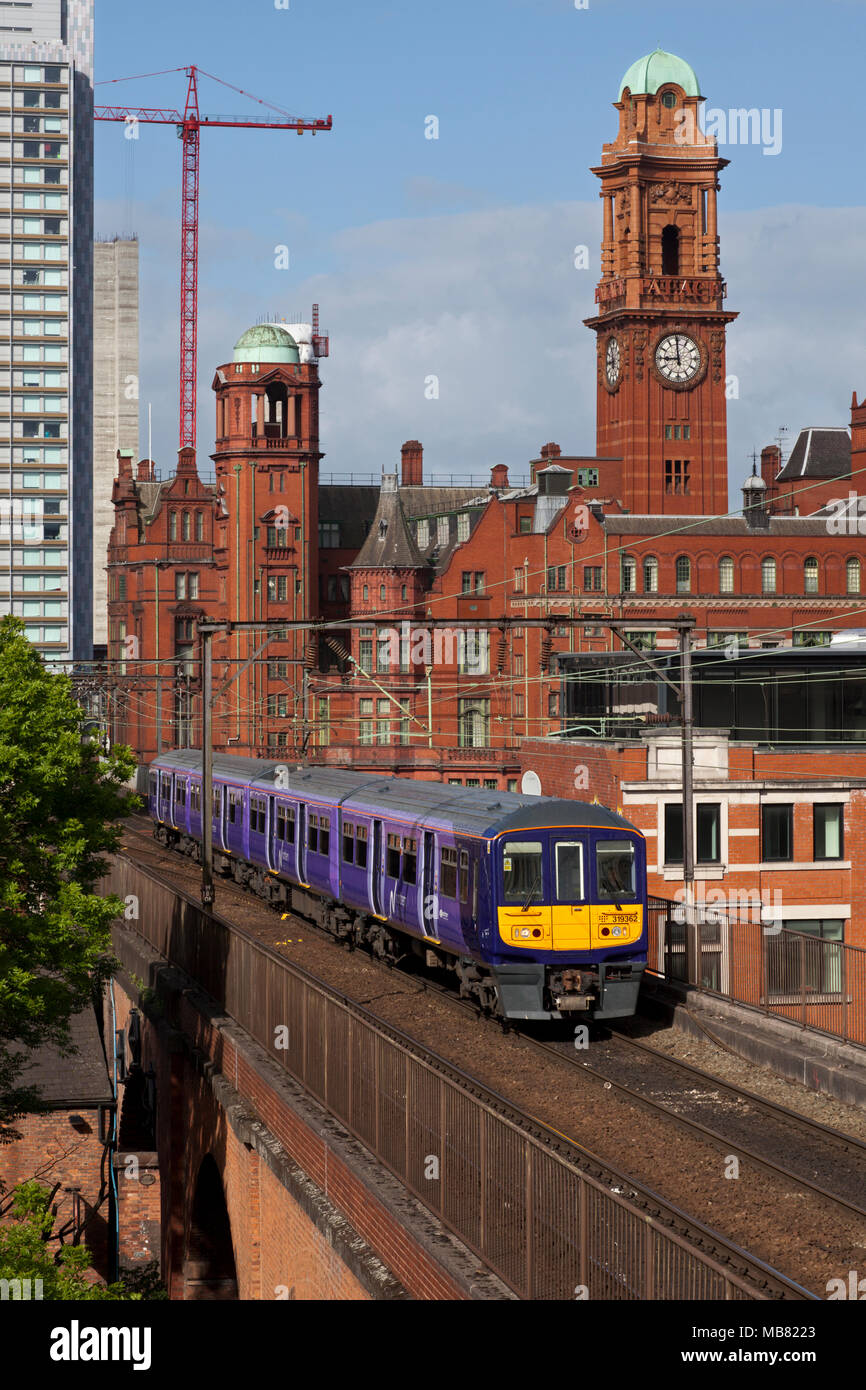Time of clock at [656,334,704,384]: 8:59
